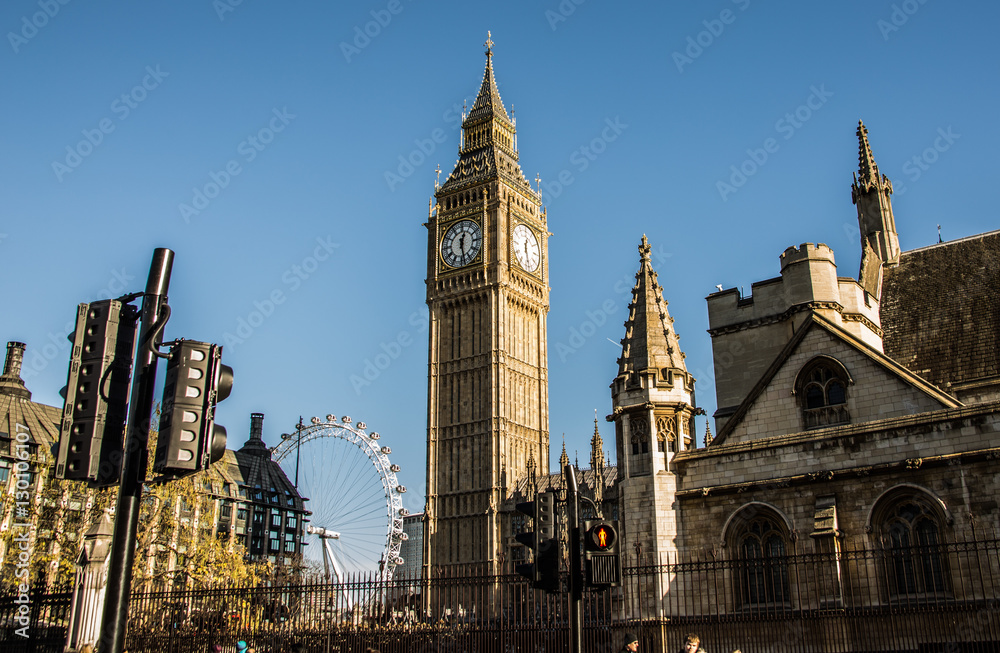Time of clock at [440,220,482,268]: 12:28
